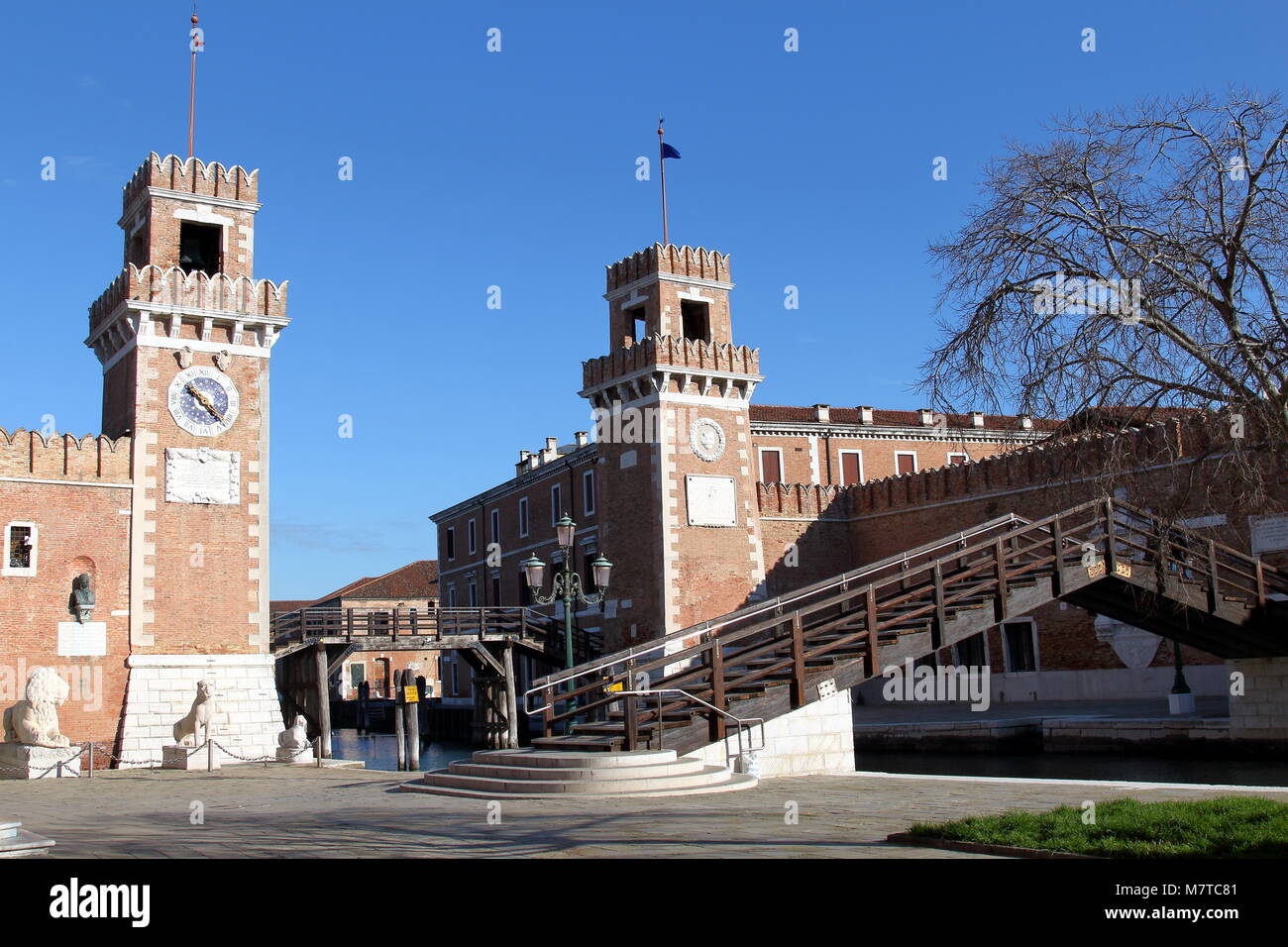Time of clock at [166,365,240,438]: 10:22
